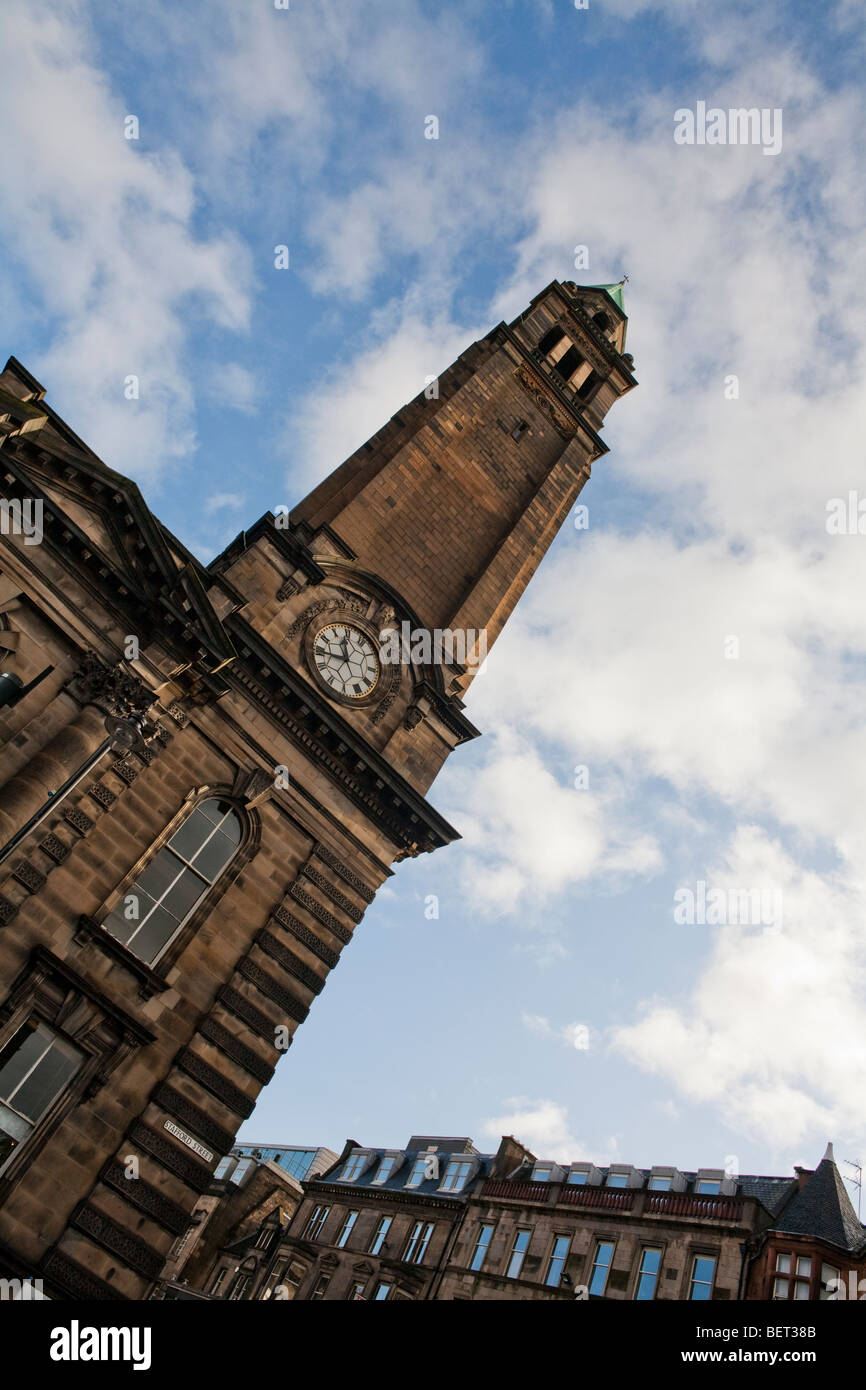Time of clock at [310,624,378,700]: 11:44
